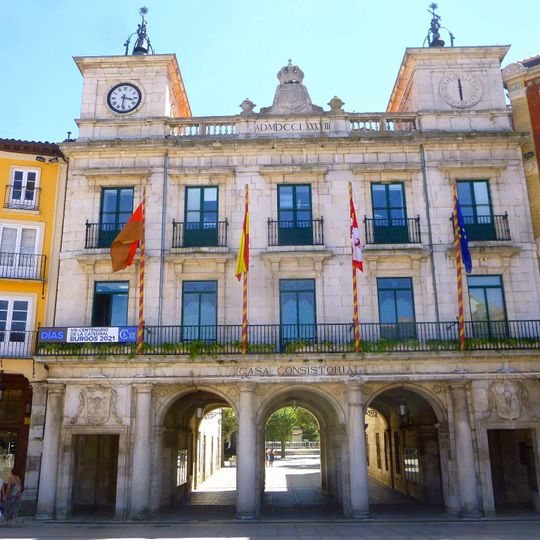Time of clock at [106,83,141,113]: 3:30
